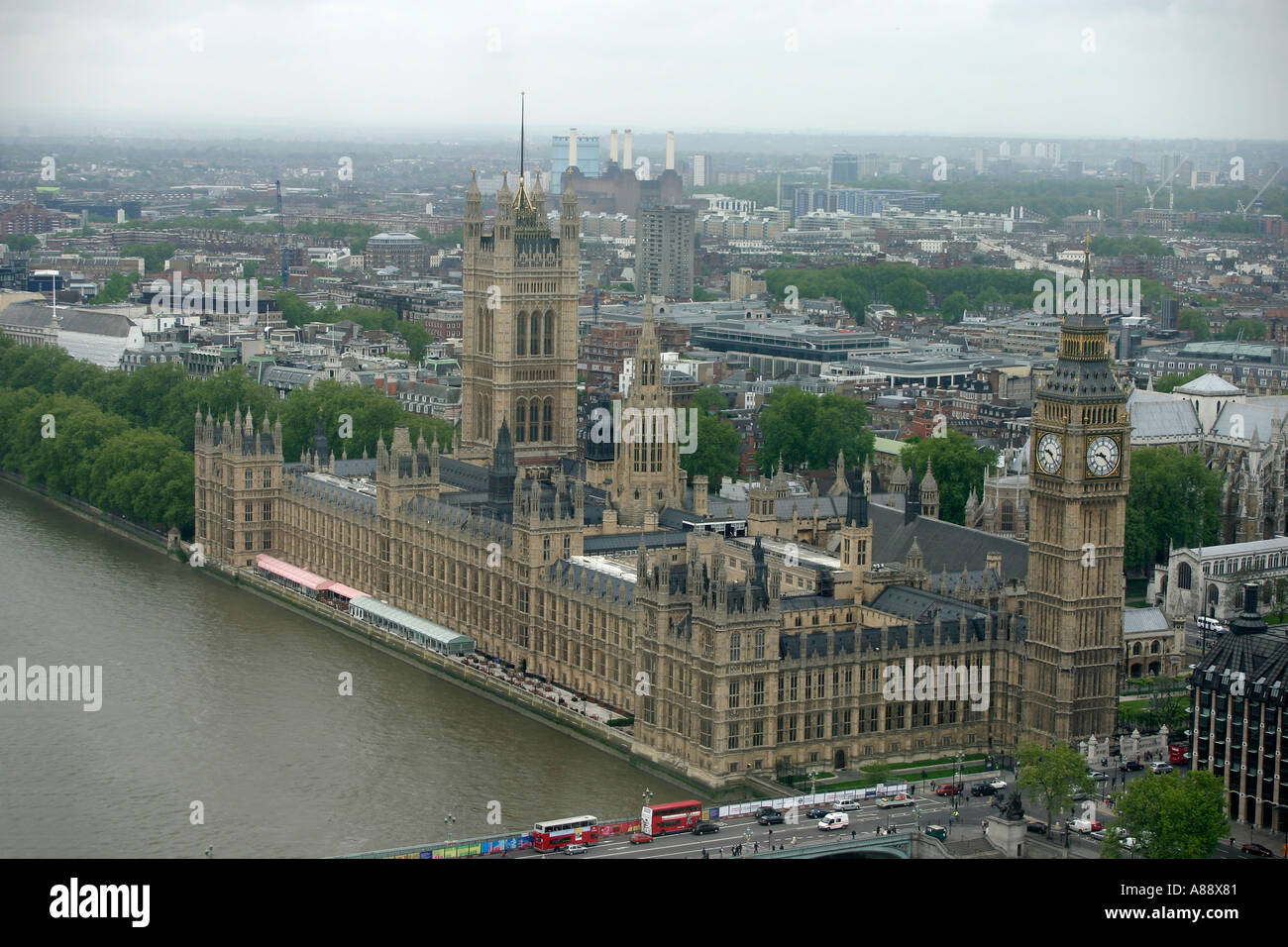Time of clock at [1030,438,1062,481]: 9:22
